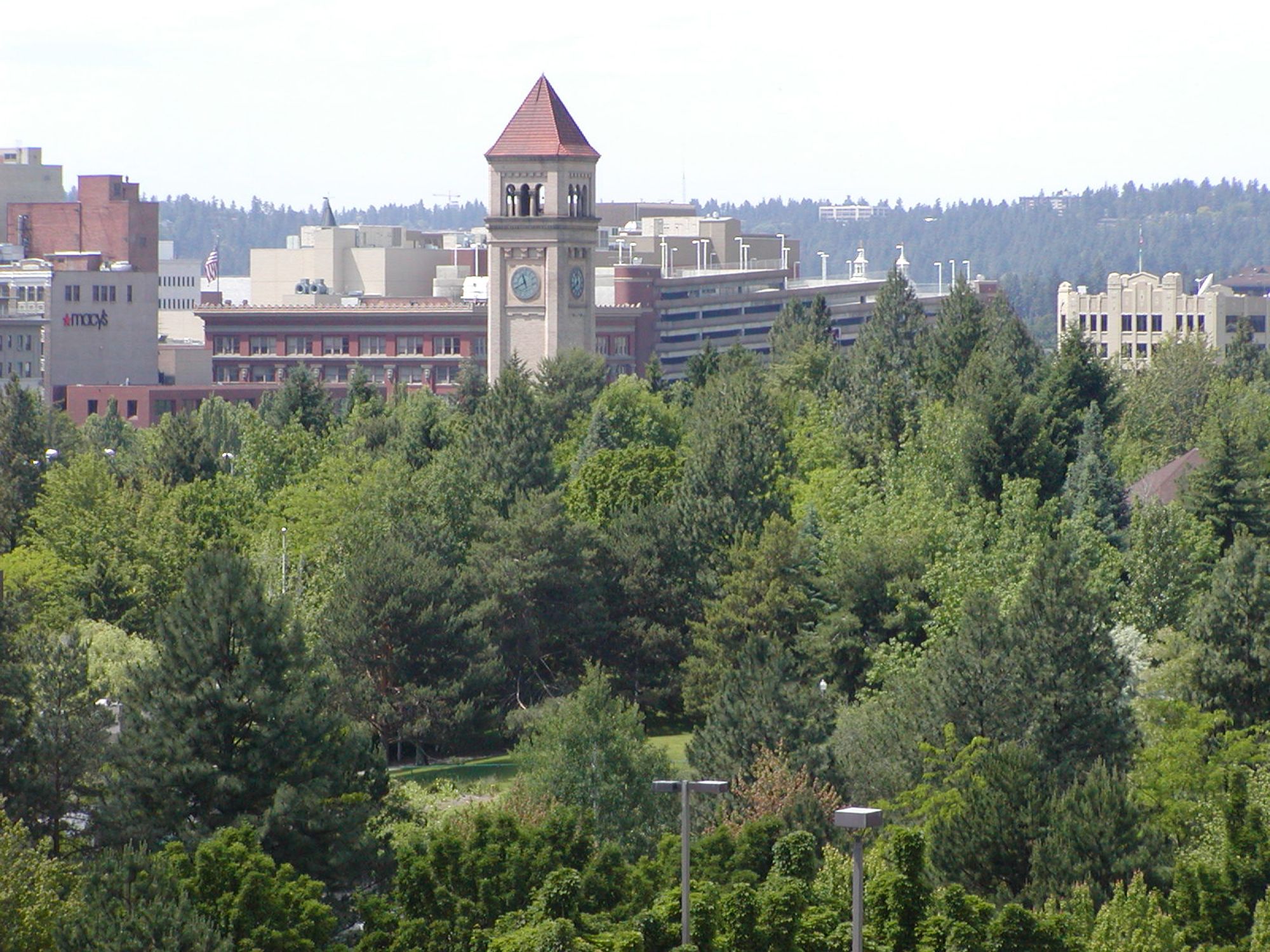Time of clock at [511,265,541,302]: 11:40
